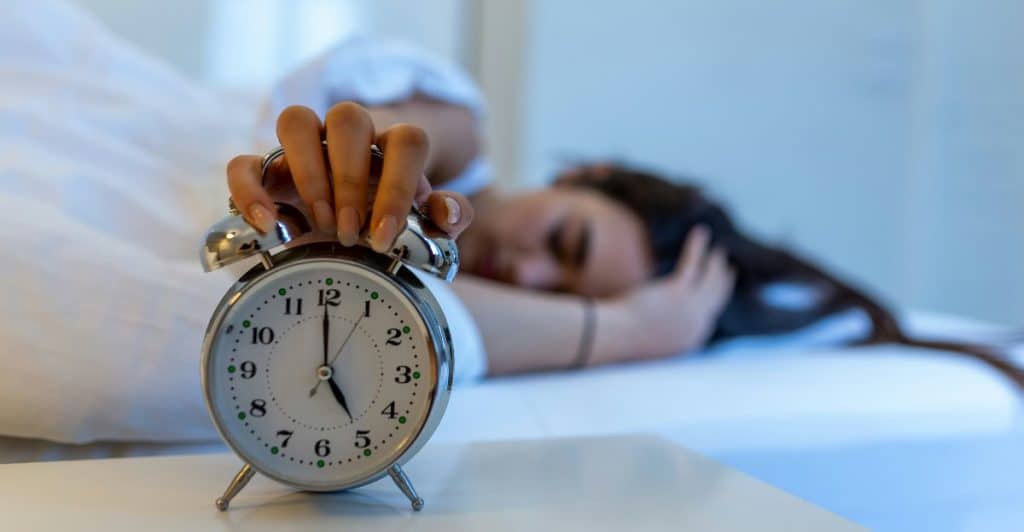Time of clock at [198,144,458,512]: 4:59
